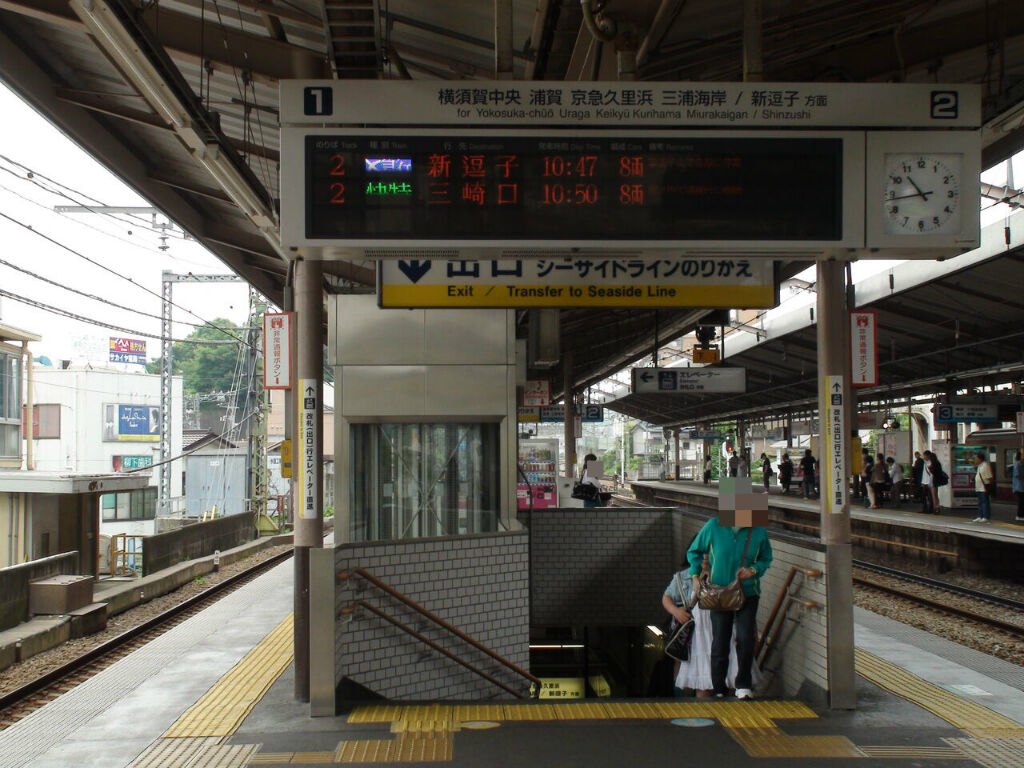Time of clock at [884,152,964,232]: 10:43
